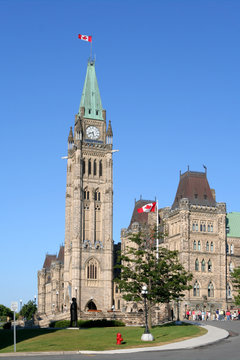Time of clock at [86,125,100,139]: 8:27
